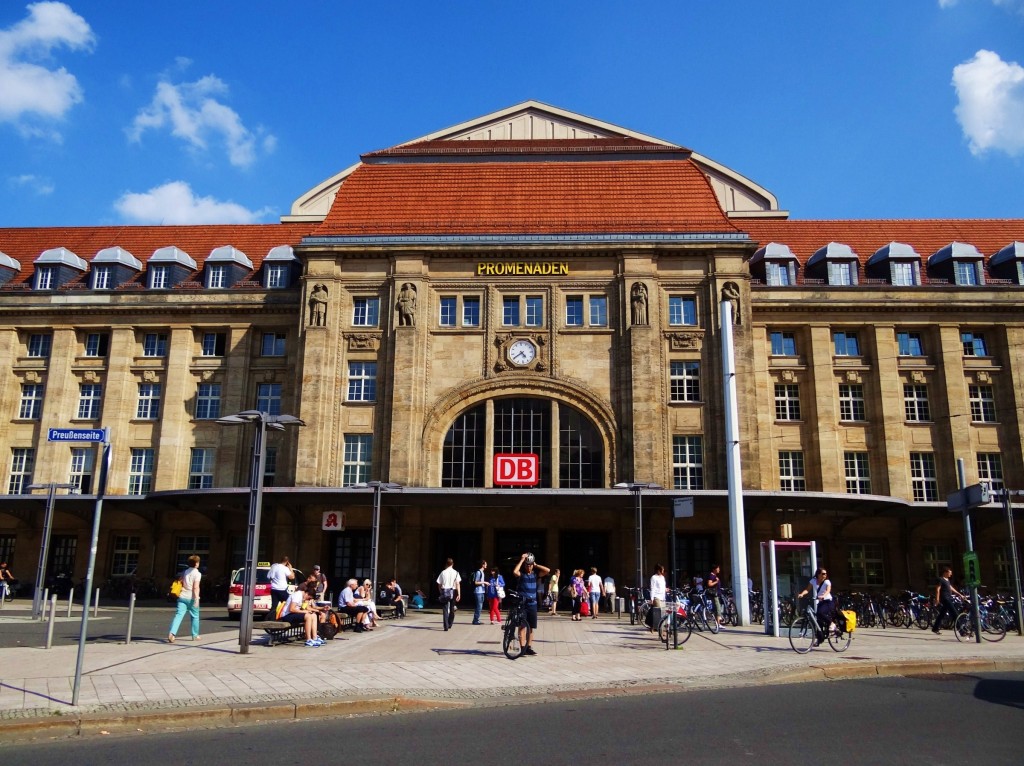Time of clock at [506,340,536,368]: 4:40
